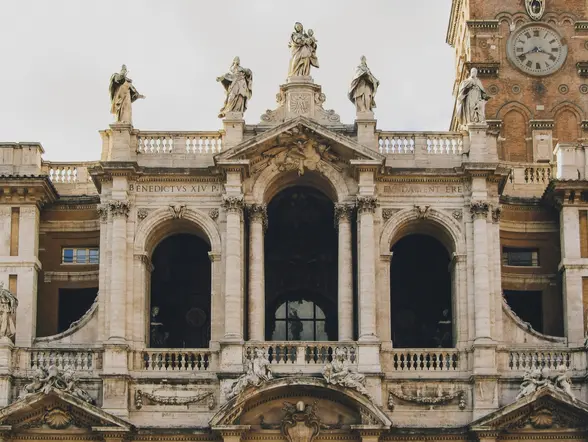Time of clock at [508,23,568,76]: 3:40
